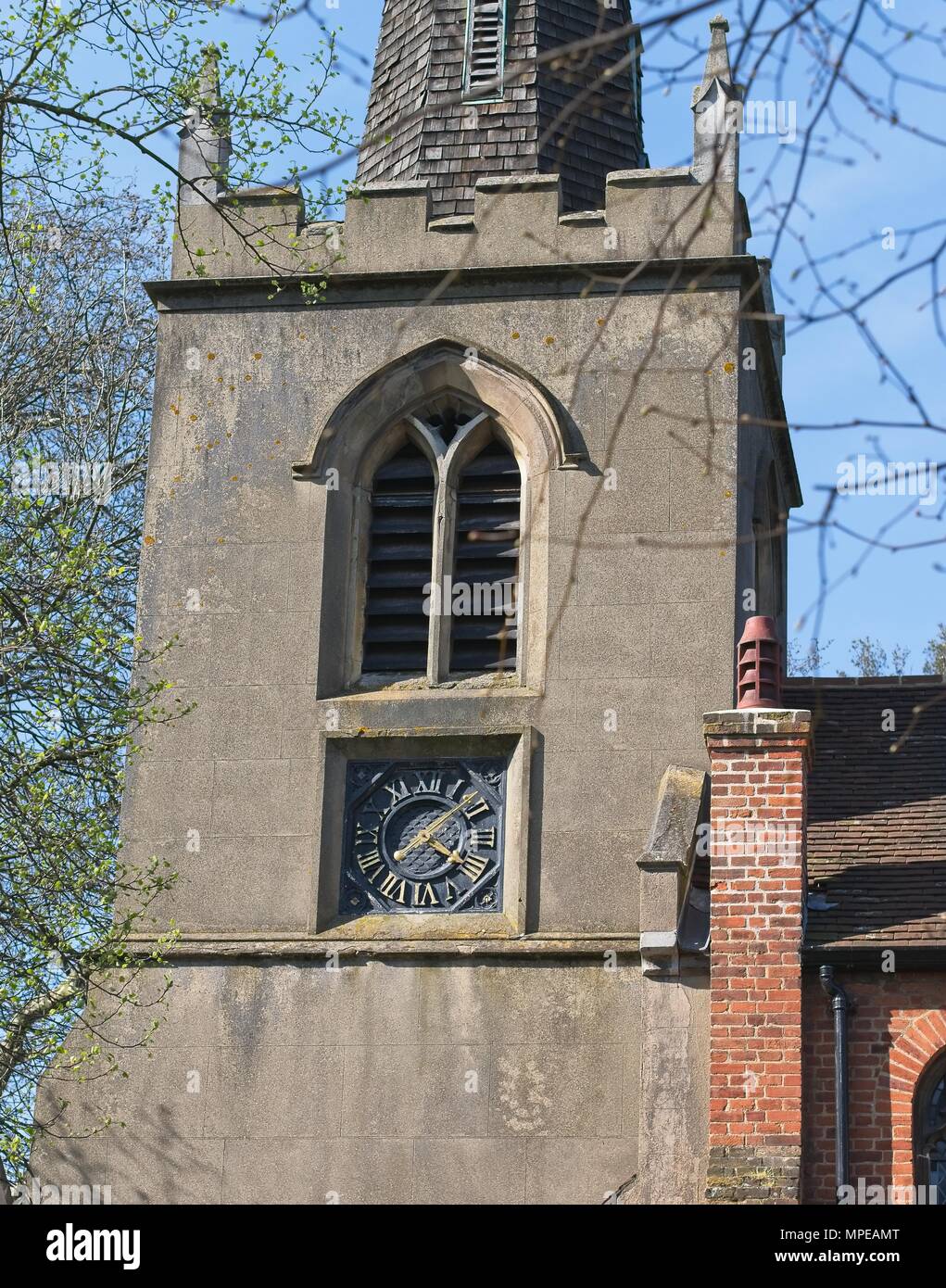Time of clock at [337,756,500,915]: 4:08
